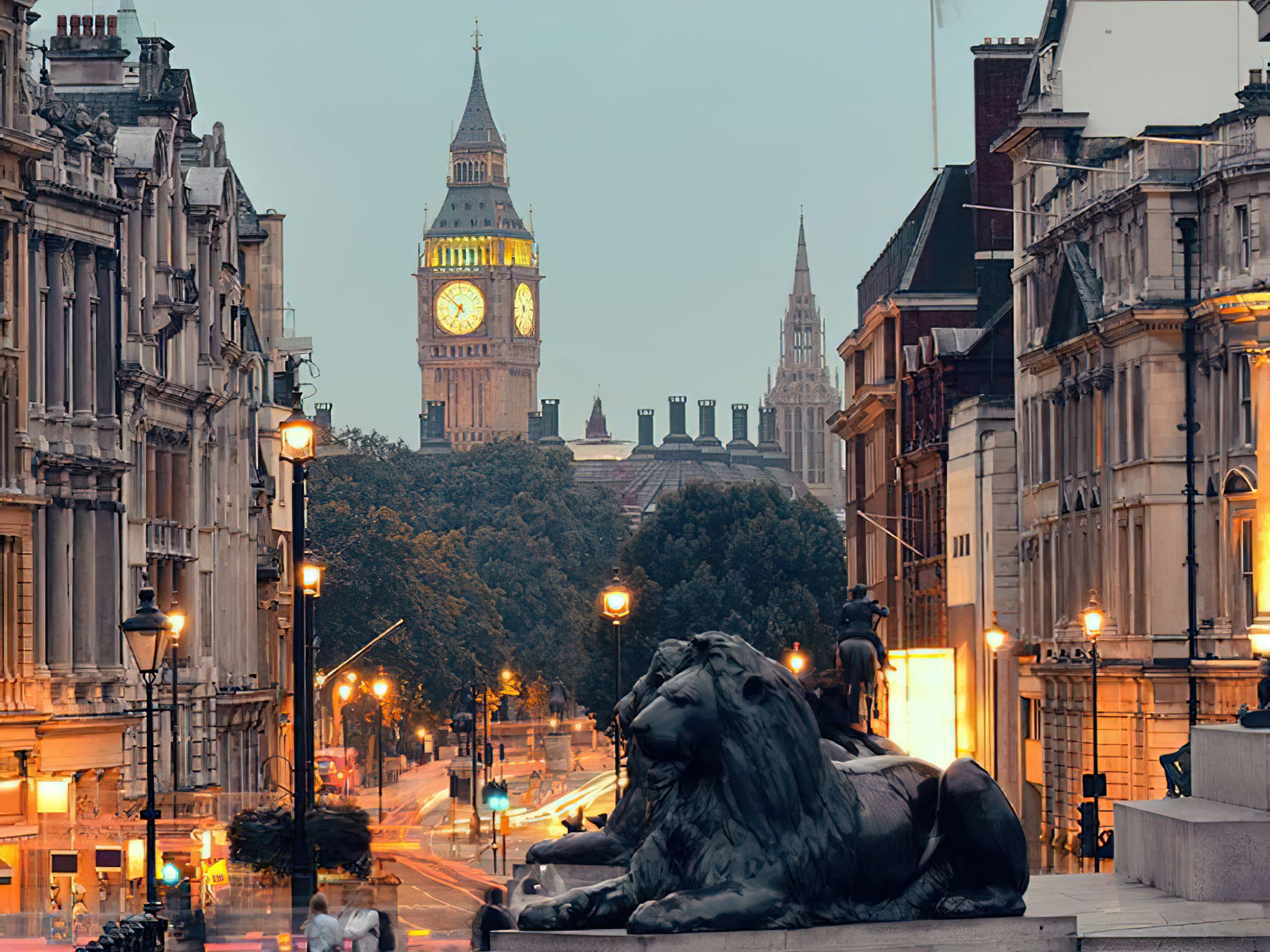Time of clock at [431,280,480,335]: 6:52
